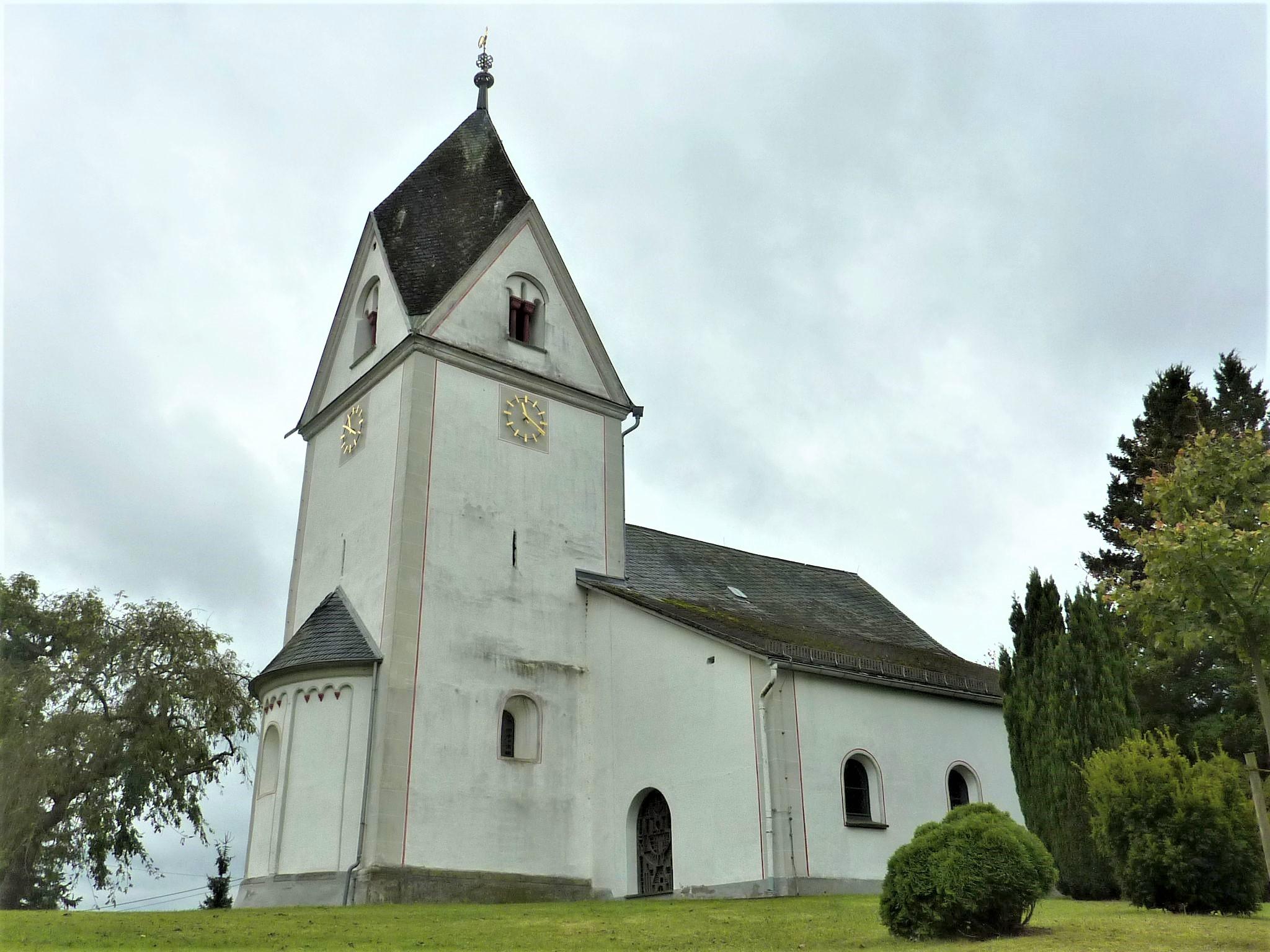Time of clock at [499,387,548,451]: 11:19
